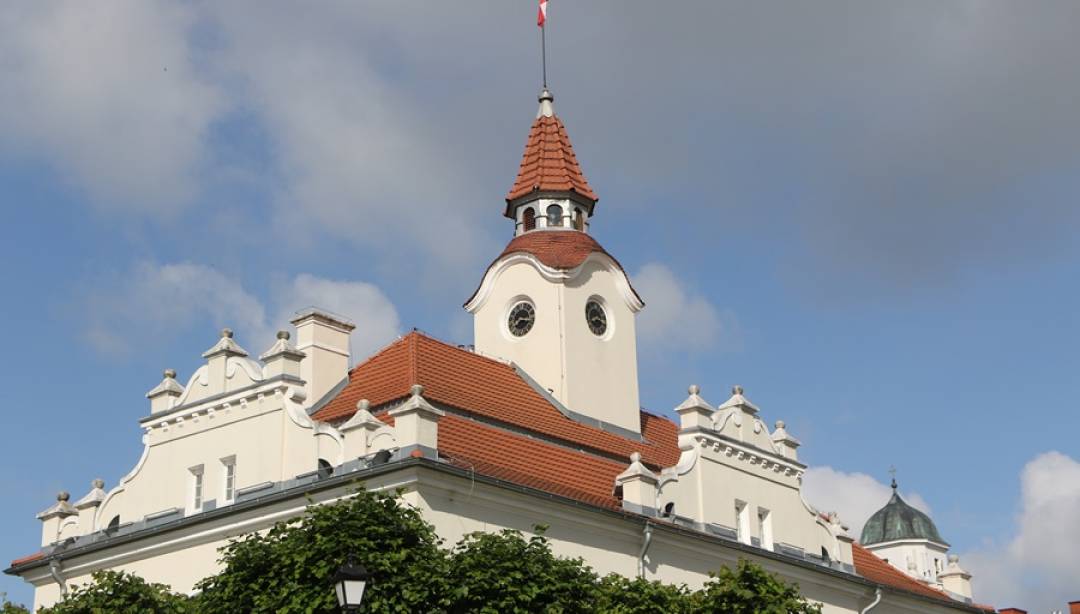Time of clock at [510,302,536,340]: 7:16
